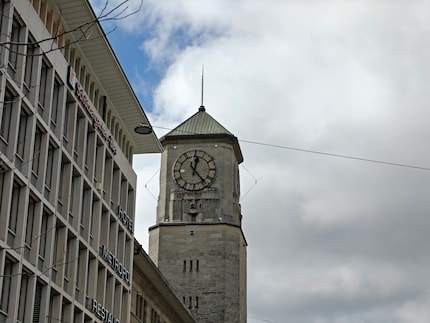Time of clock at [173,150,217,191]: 12:23
